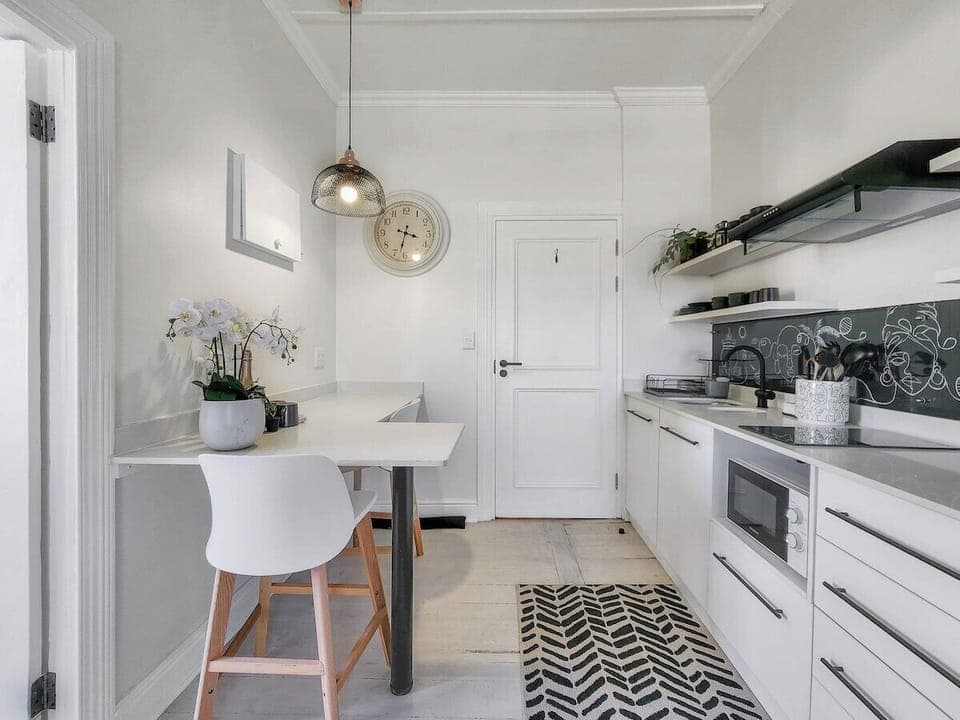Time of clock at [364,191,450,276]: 3:32
